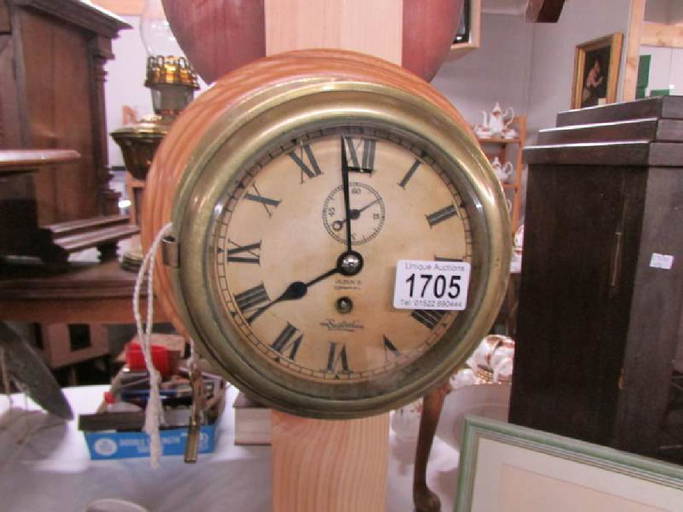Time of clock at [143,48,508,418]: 7:58
